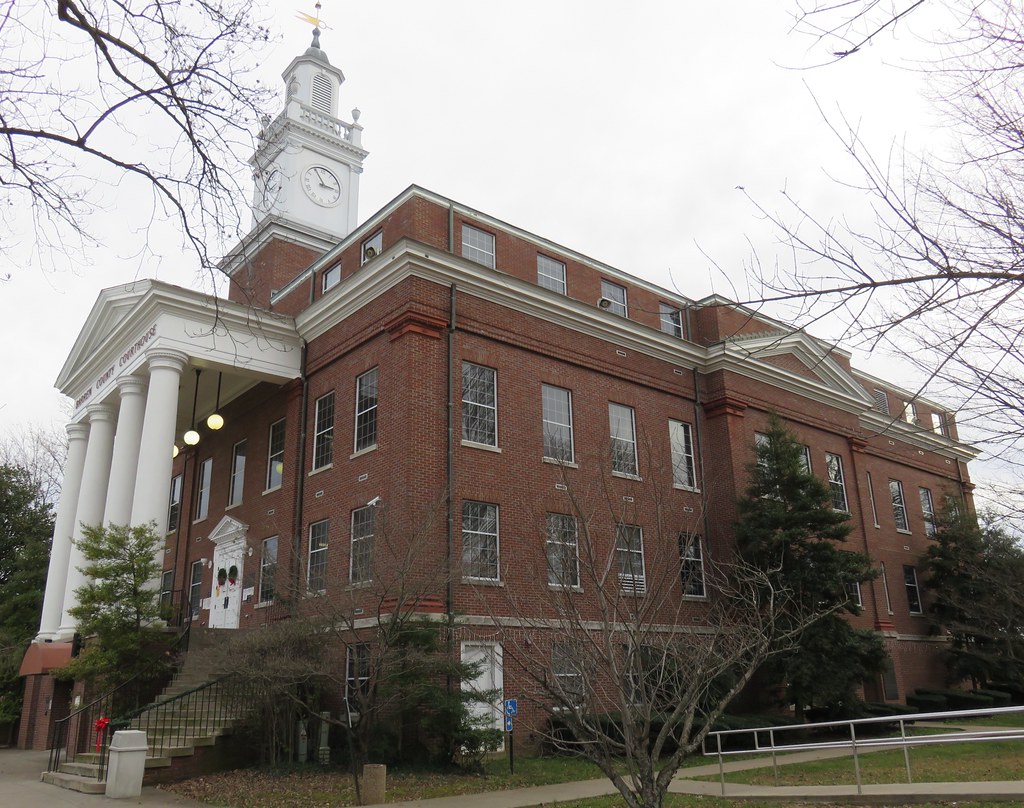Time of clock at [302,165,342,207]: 2:54
